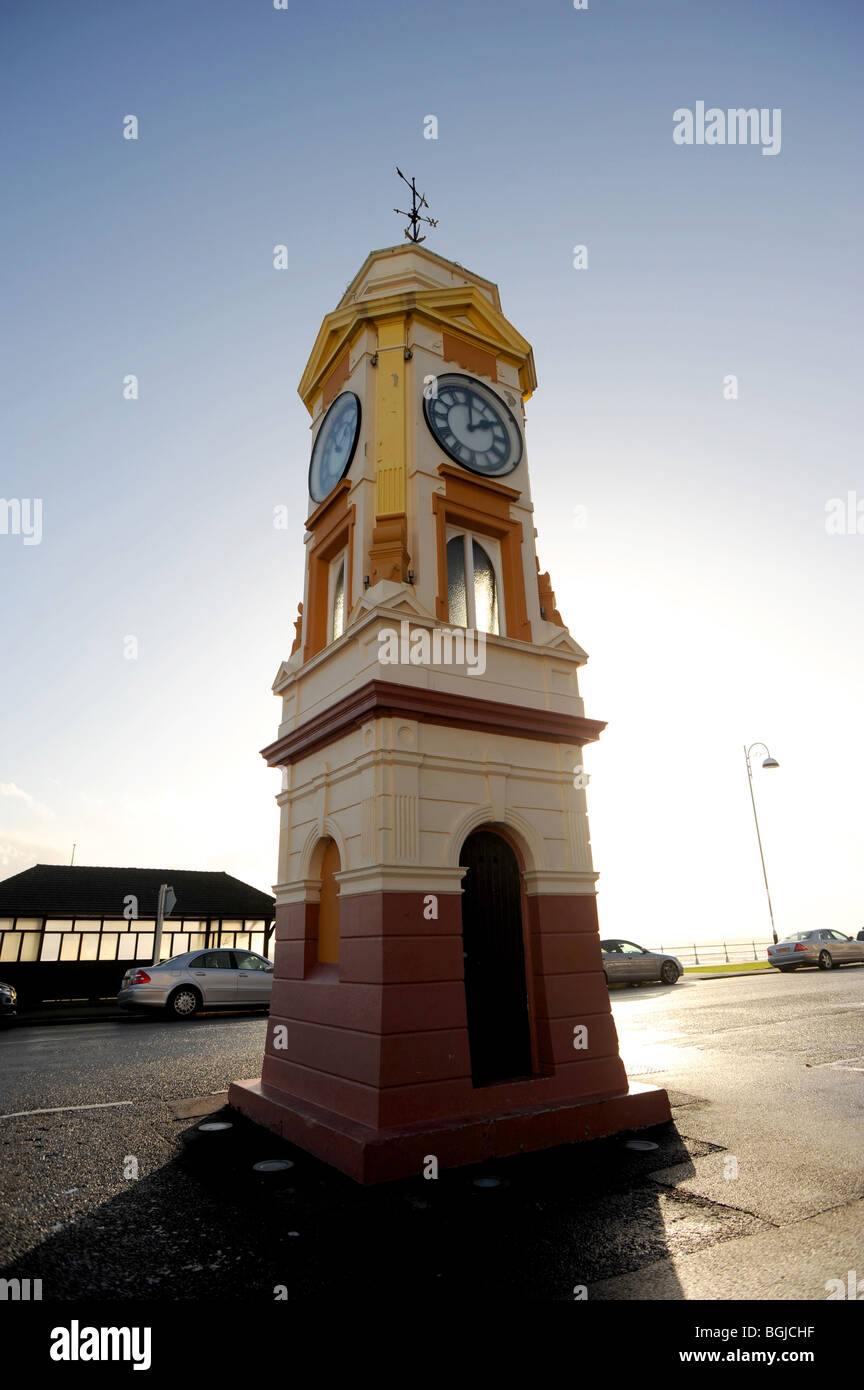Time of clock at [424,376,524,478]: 2:00
